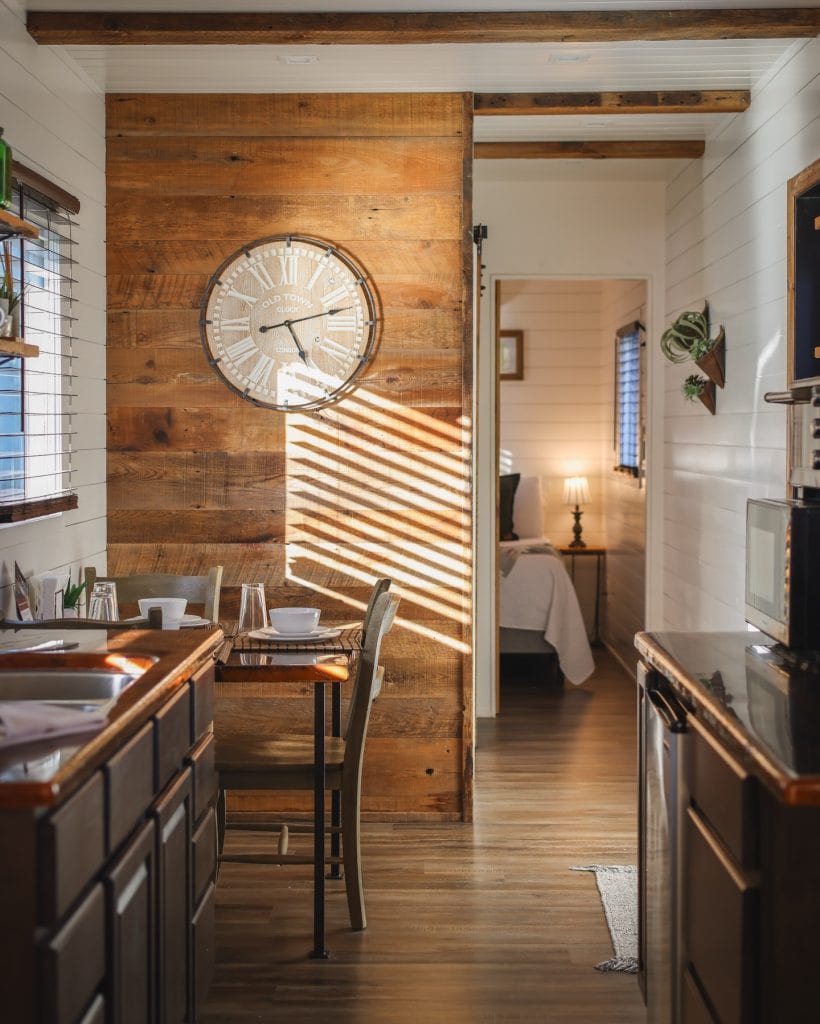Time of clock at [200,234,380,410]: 5:12
